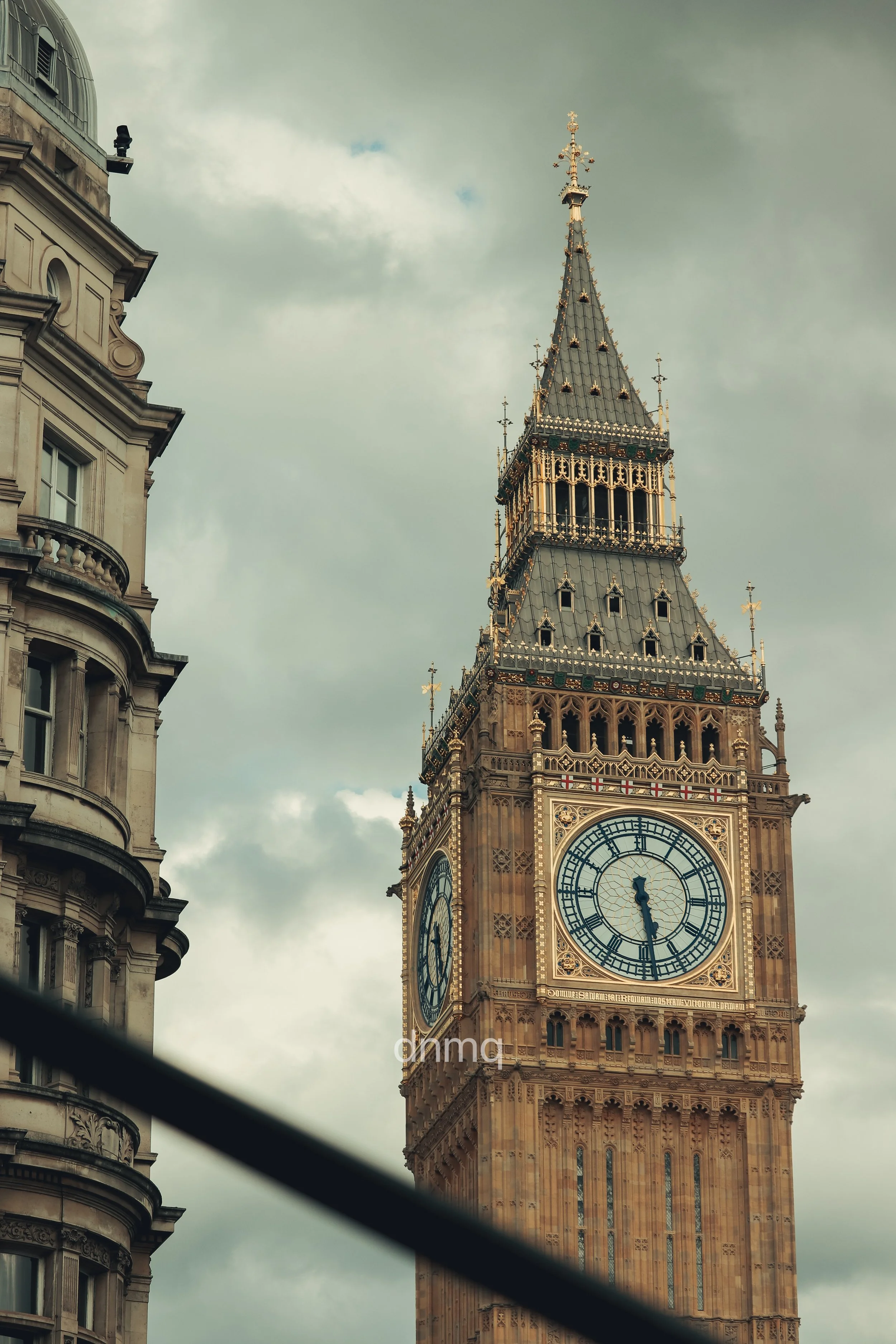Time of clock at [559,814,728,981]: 5:28
